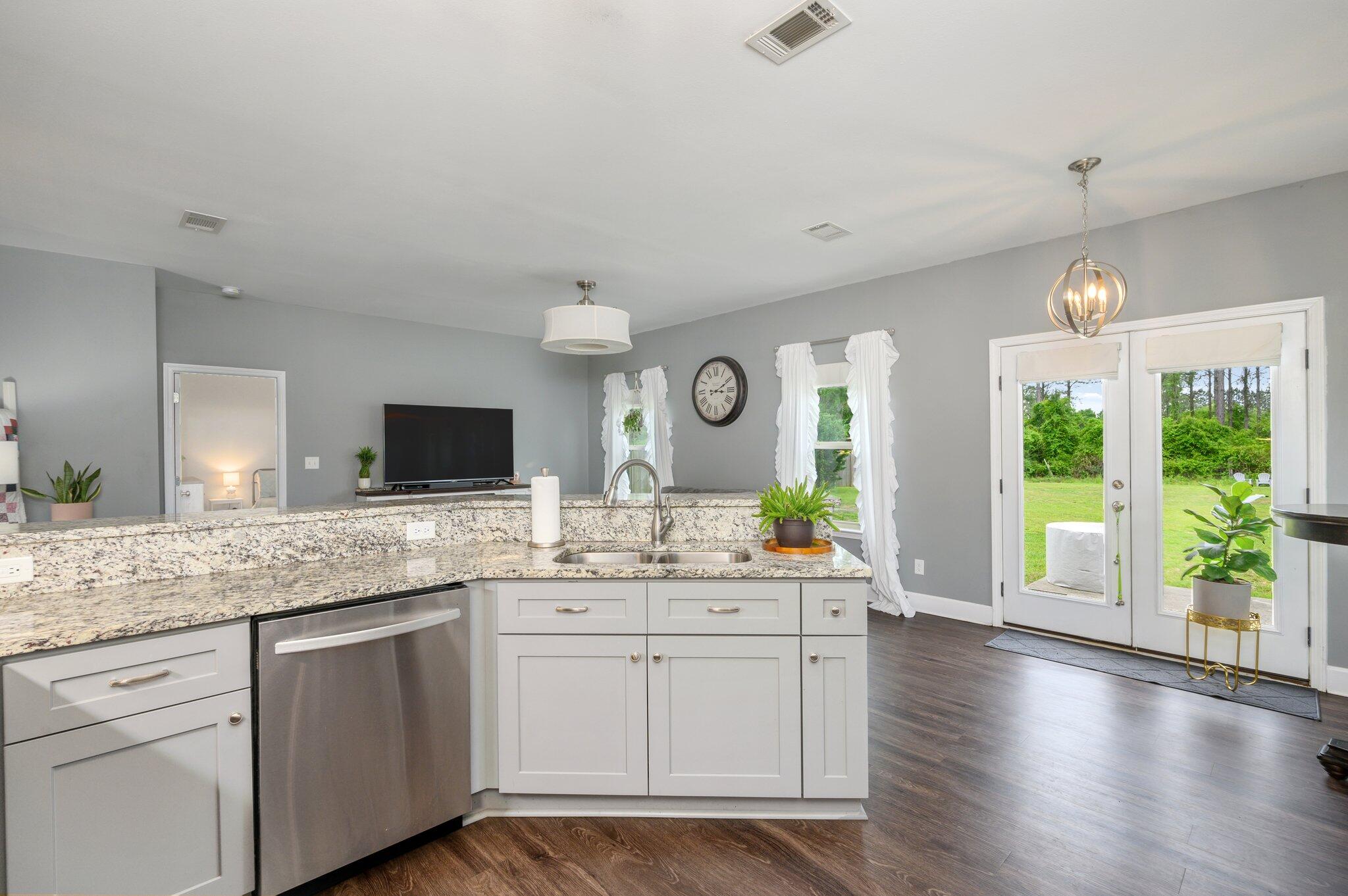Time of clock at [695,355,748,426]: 3:10
